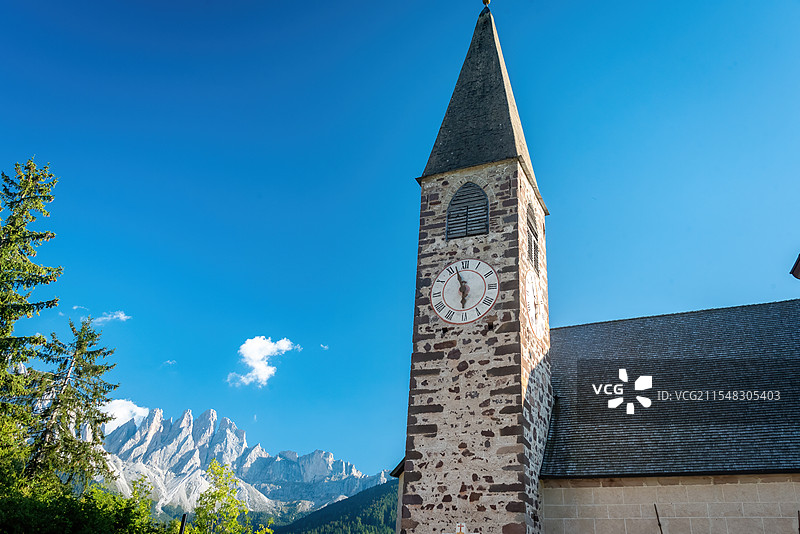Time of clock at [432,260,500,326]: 5:57
